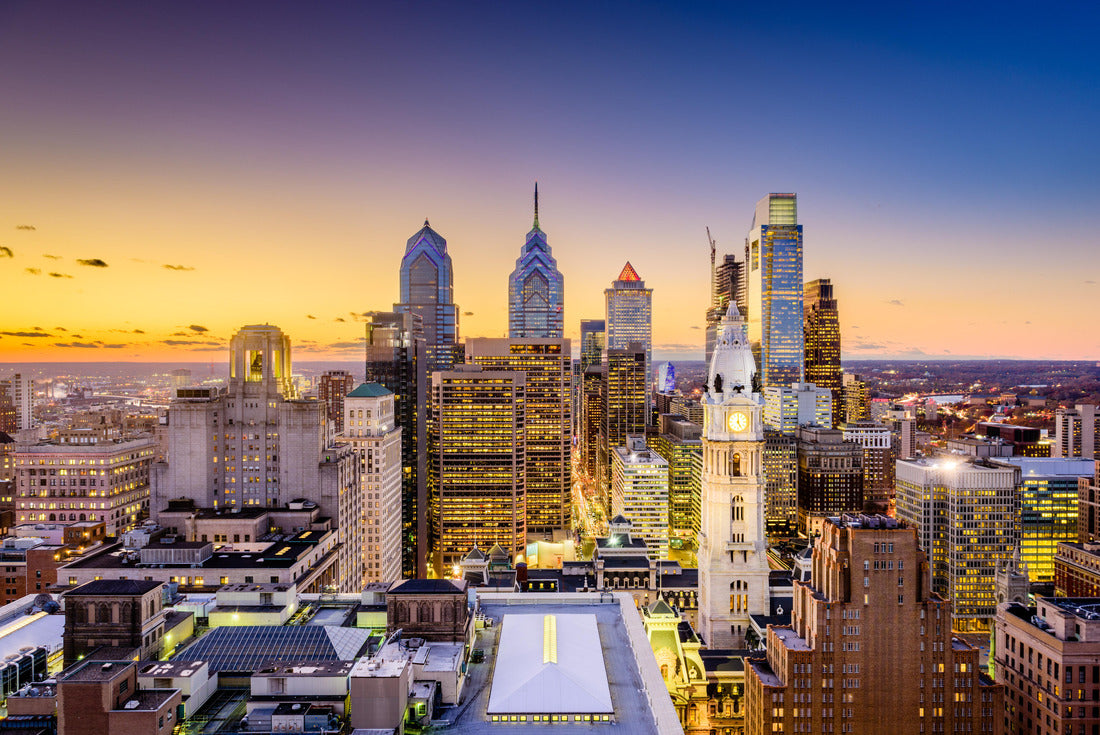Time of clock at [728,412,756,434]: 5:00
